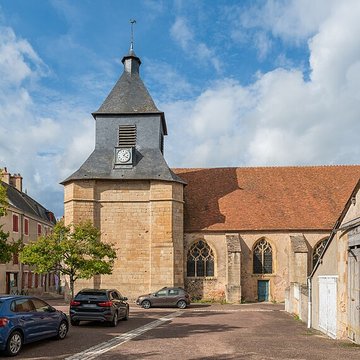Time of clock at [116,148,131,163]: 4:07
